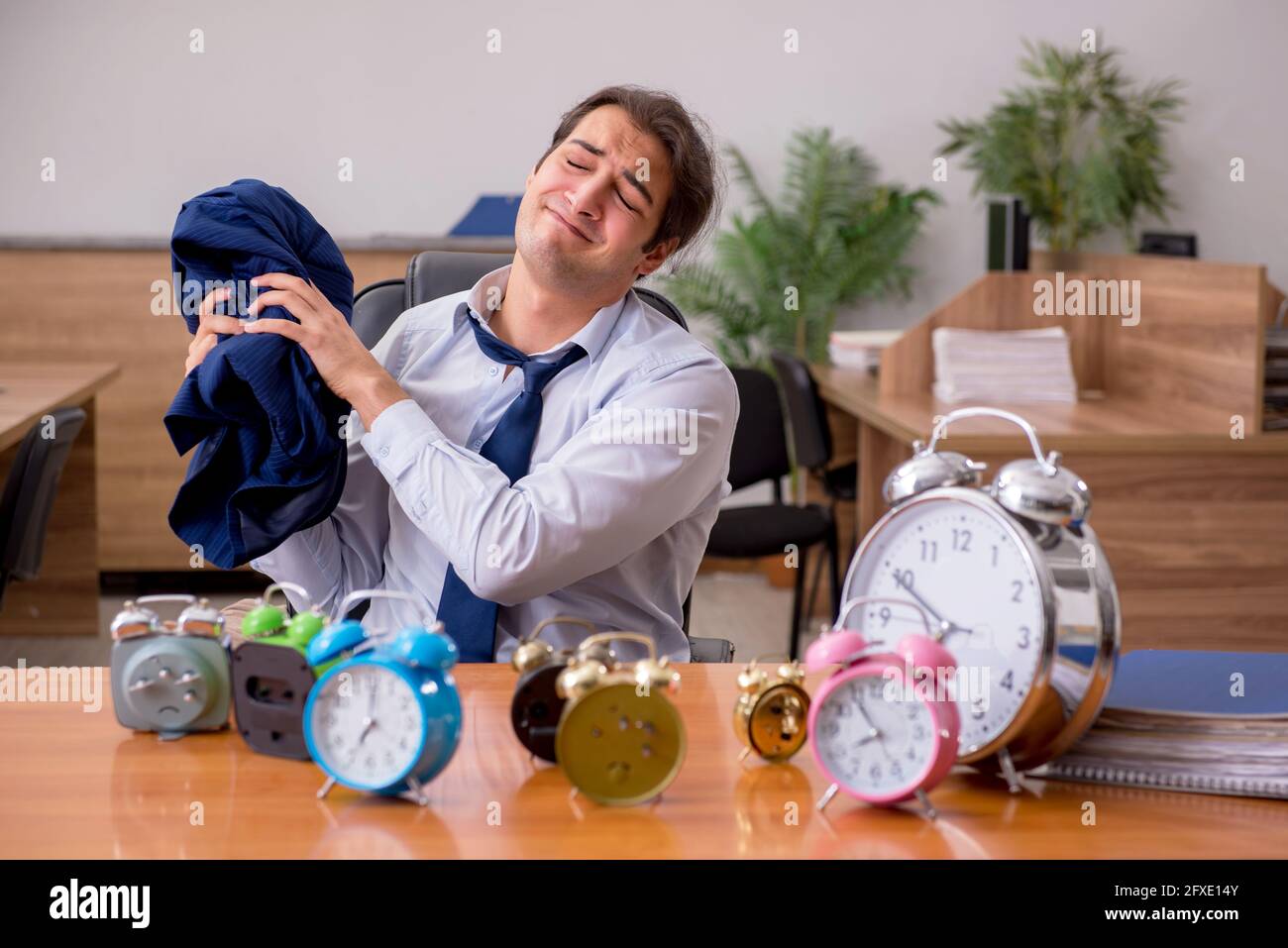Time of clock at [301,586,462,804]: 7:00
